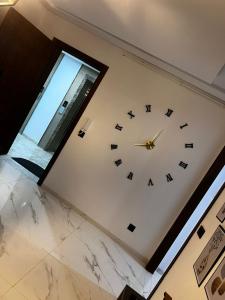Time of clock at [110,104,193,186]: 9:06
